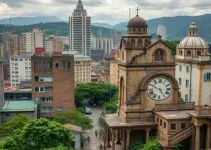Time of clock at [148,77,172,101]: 4:49
